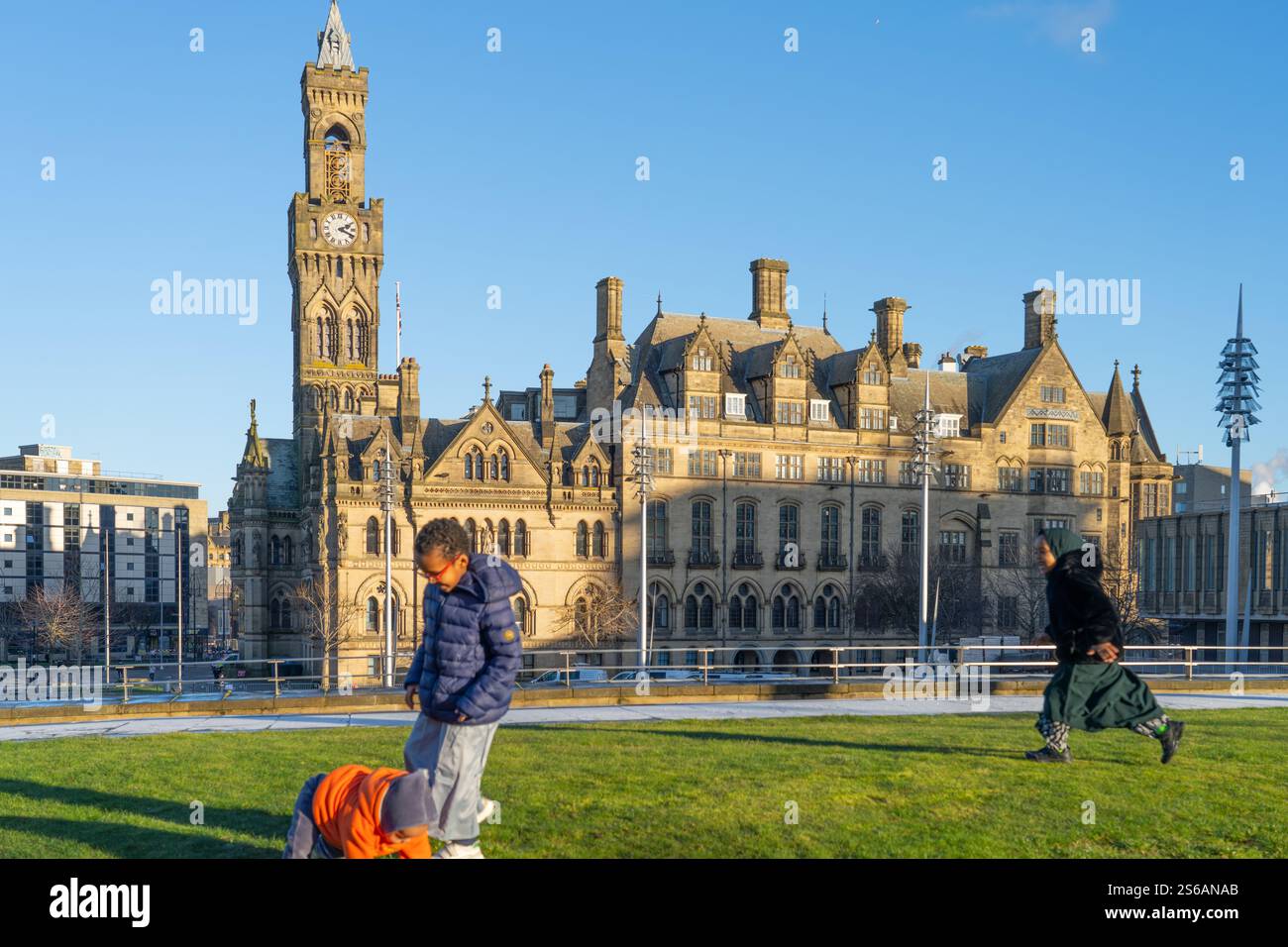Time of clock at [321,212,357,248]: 2:18
